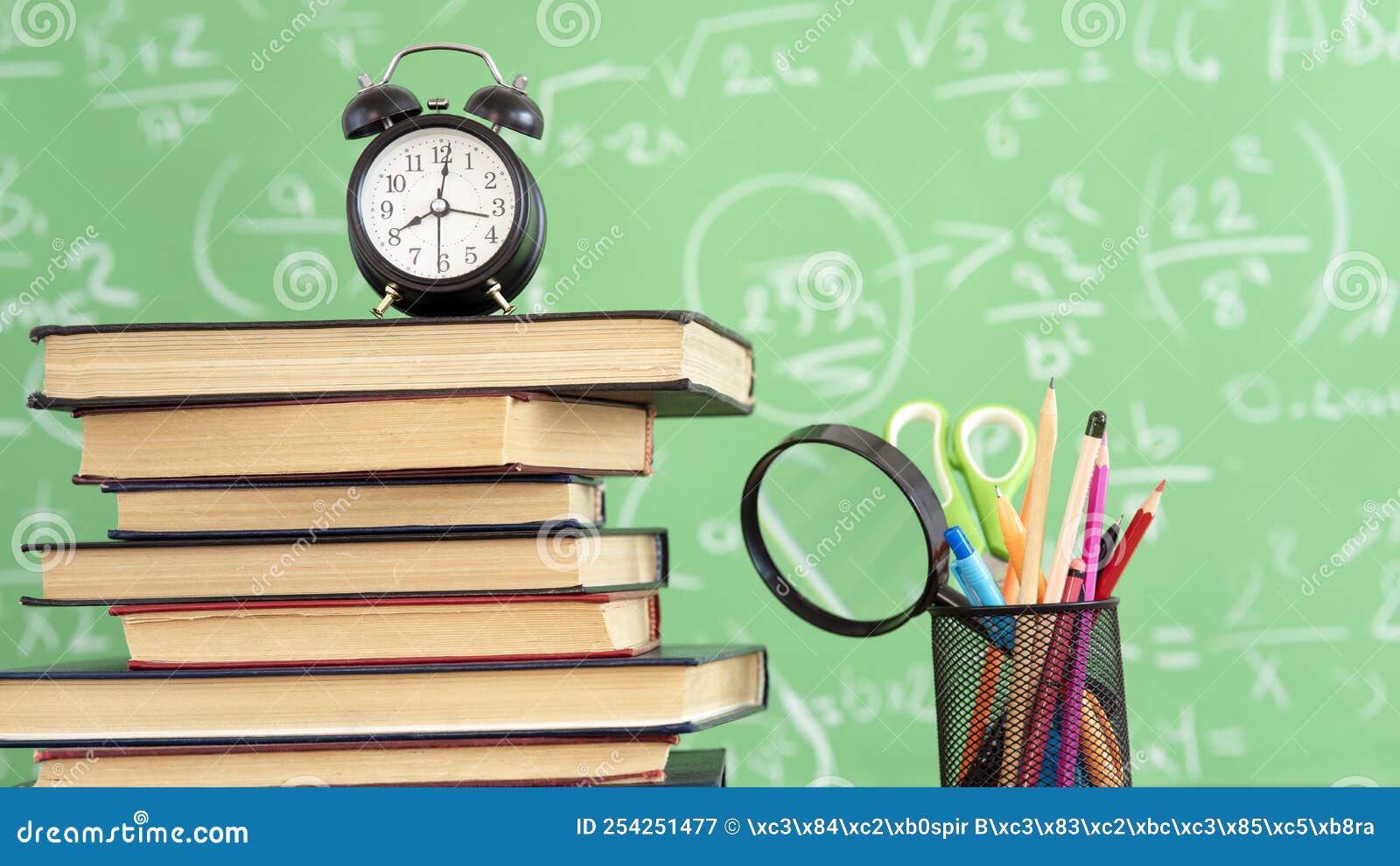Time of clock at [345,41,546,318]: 8:01
